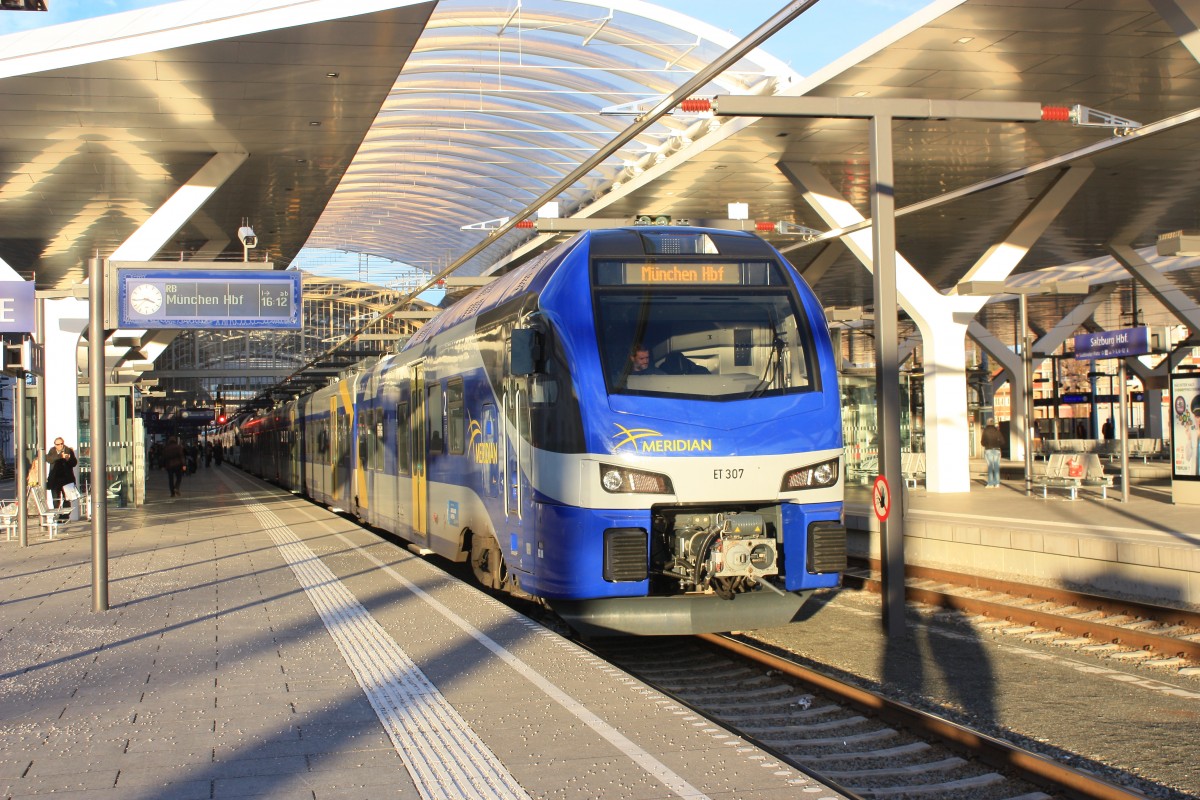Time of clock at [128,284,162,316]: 3:44
